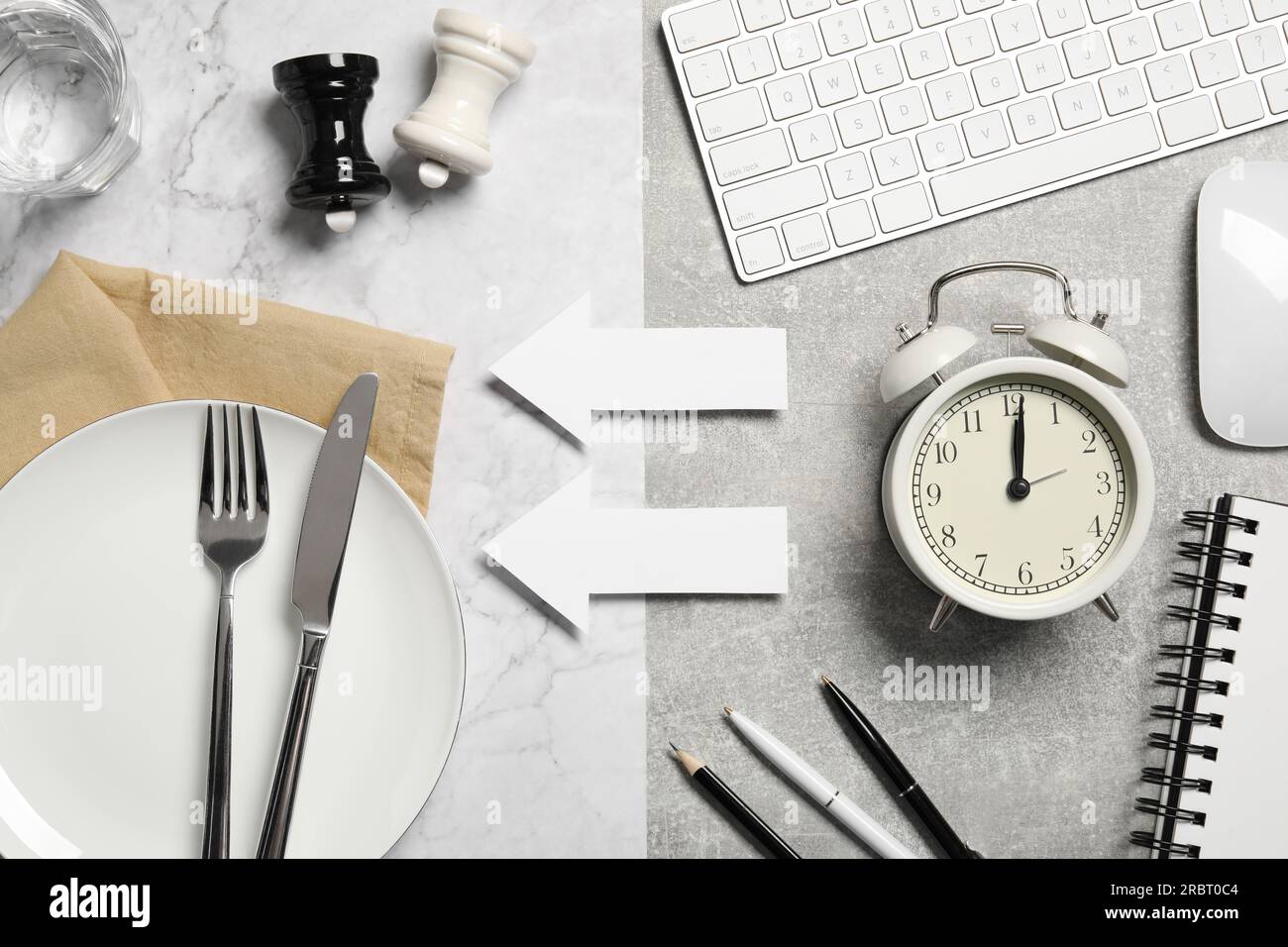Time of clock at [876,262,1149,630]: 12:01
